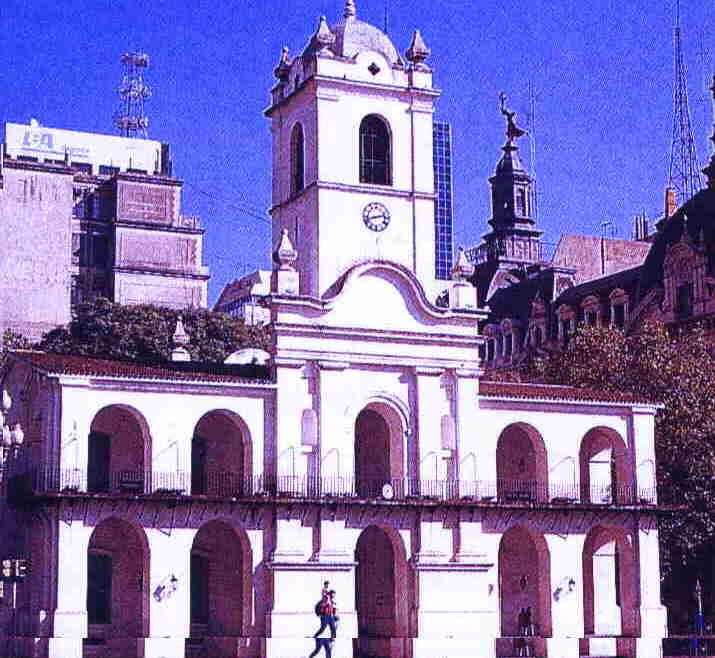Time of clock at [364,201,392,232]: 2:42
